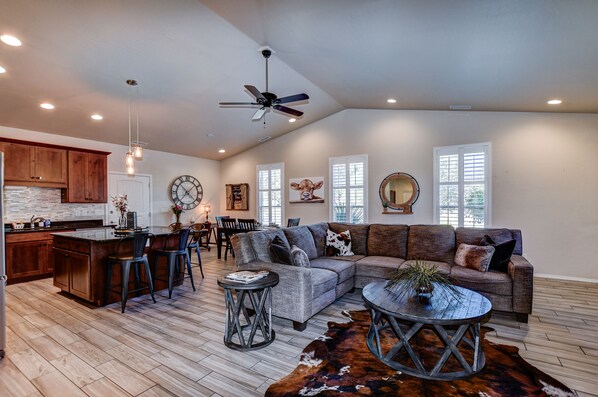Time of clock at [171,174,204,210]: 7:22
